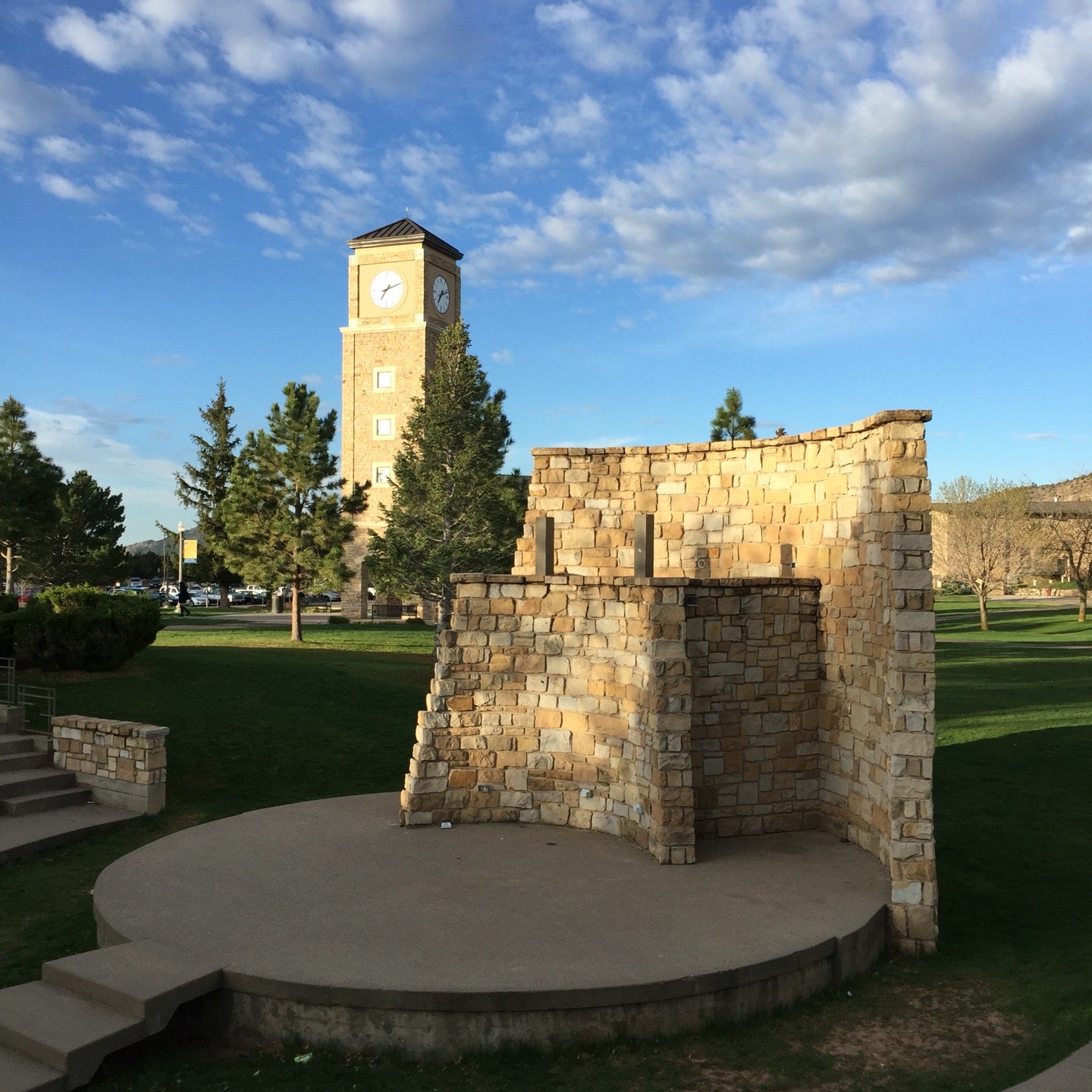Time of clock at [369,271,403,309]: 7:11
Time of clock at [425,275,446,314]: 7:11
